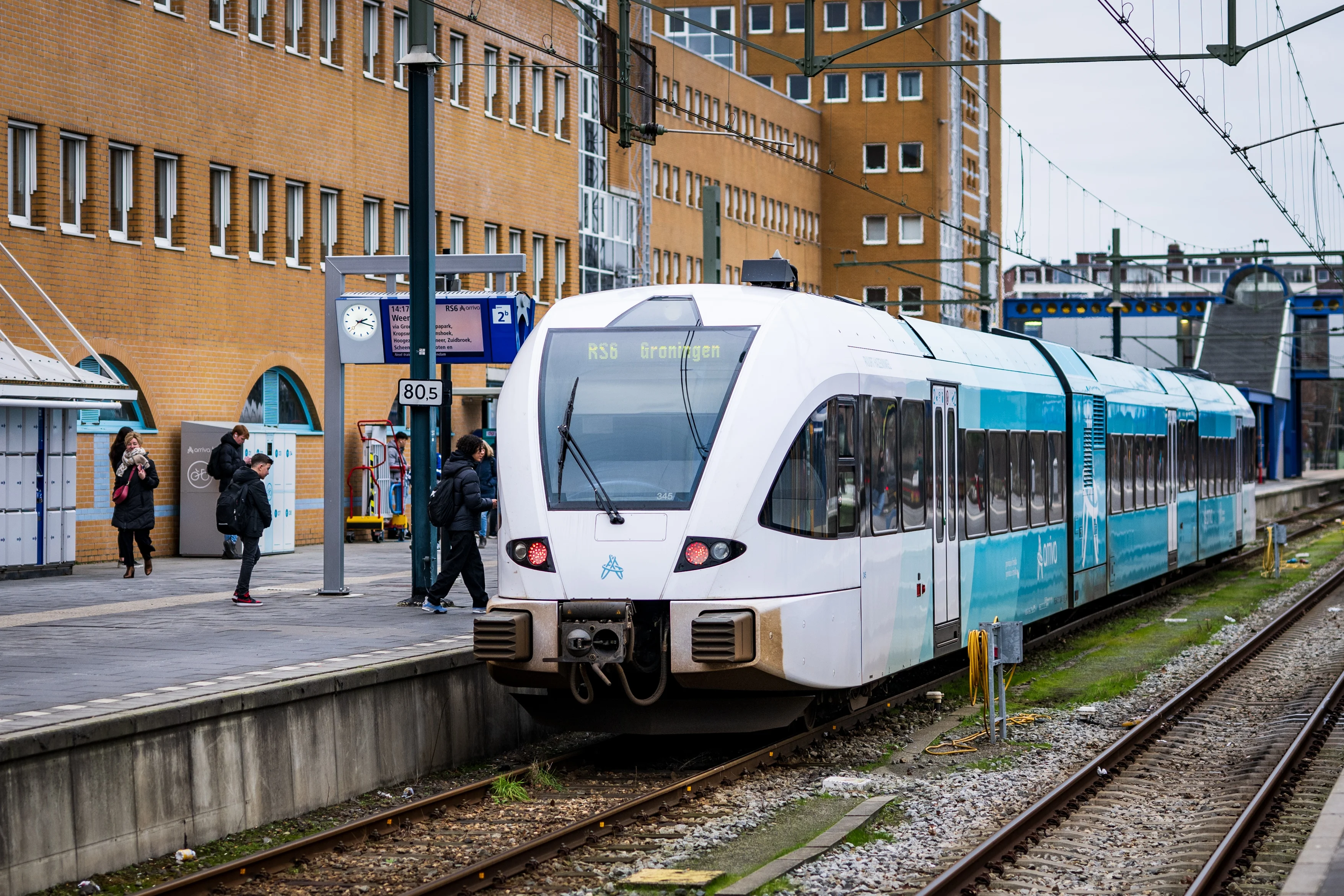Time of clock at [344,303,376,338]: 2:18
